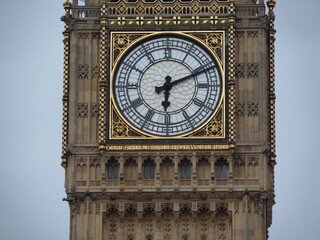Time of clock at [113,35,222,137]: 6:11
